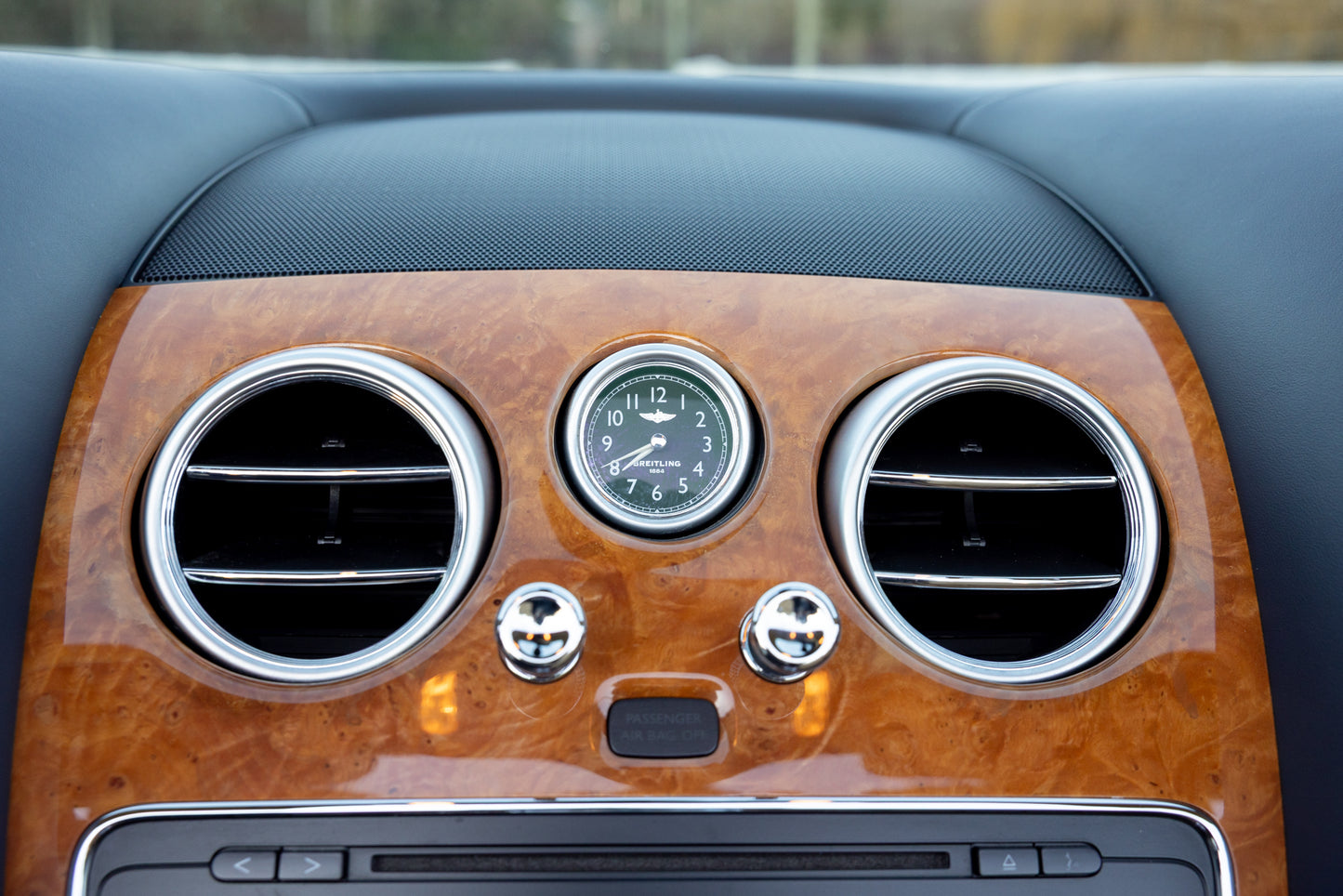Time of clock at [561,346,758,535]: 7:40
